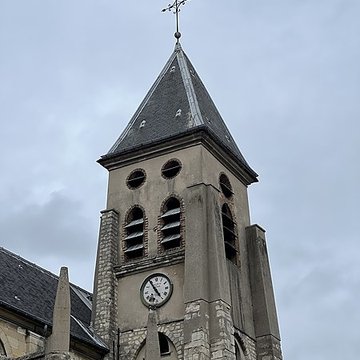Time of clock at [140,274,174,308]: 4:54
